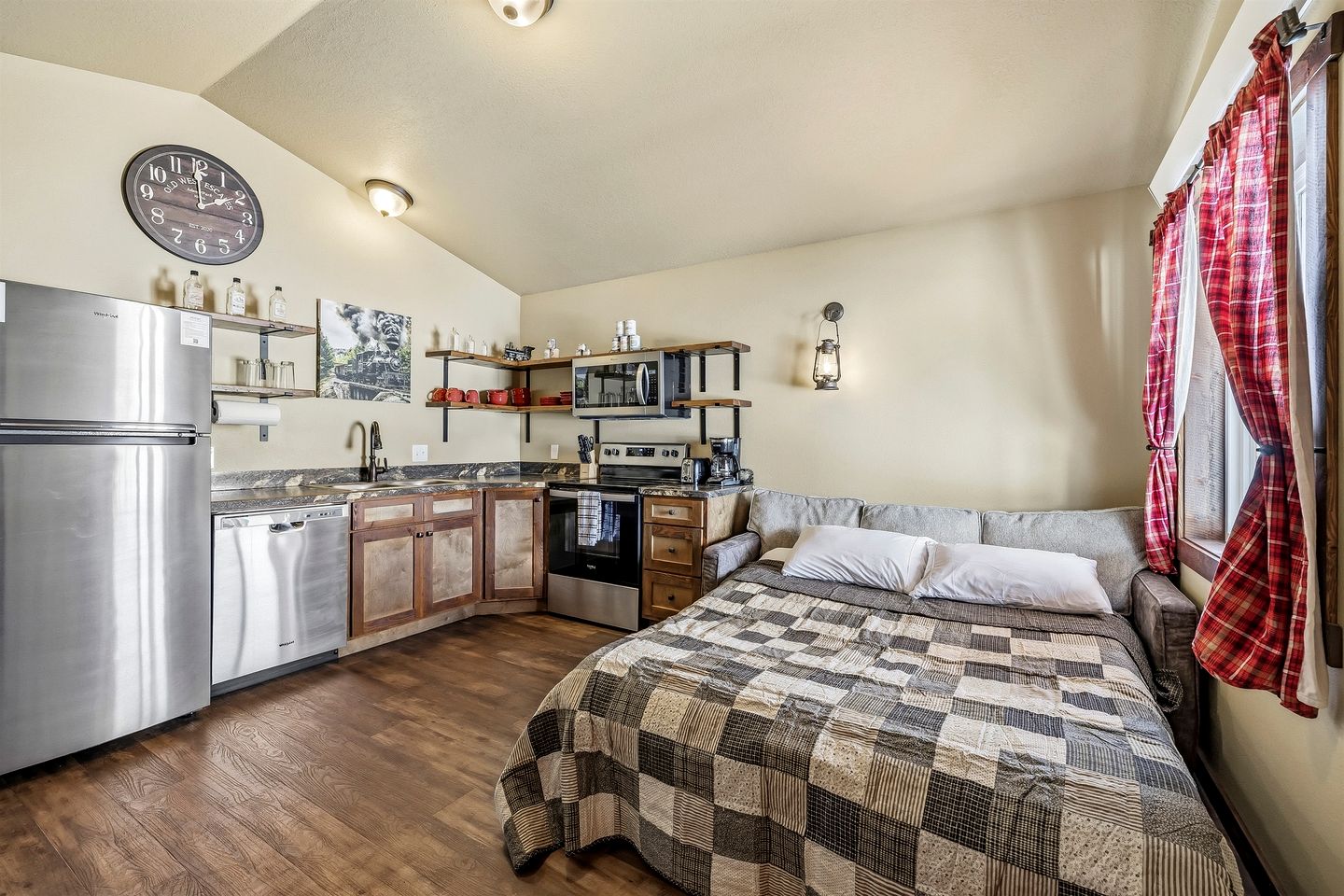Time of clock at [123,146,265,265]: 1:59
